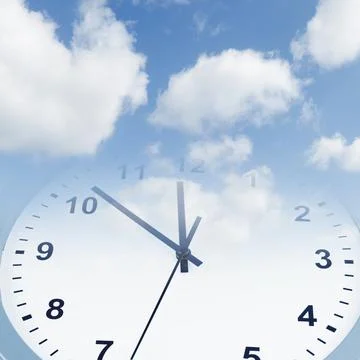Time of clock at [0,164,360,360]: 11:51
